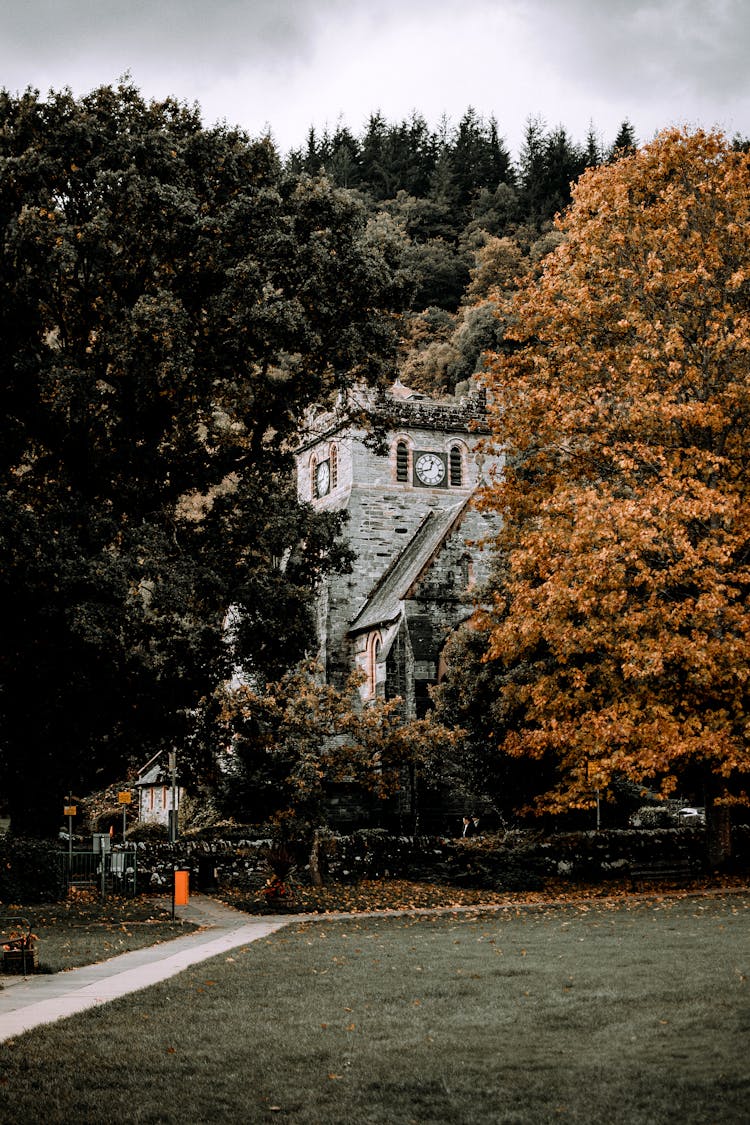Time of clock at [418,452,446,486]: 12:42
